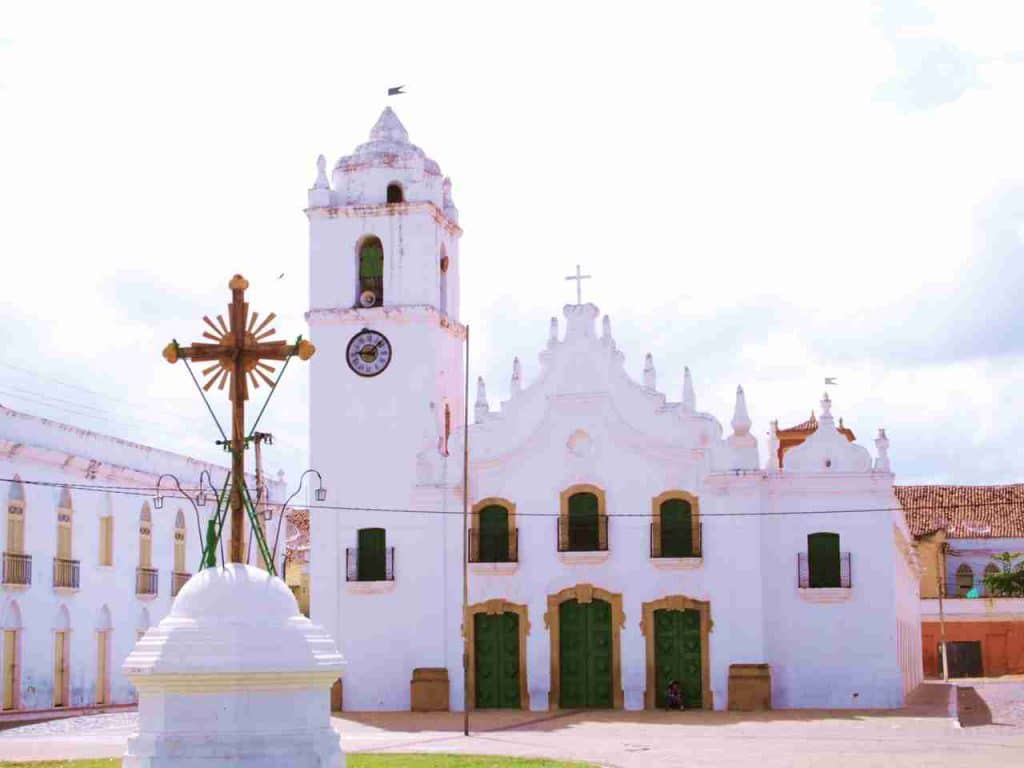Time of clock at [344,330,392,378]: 9:07
